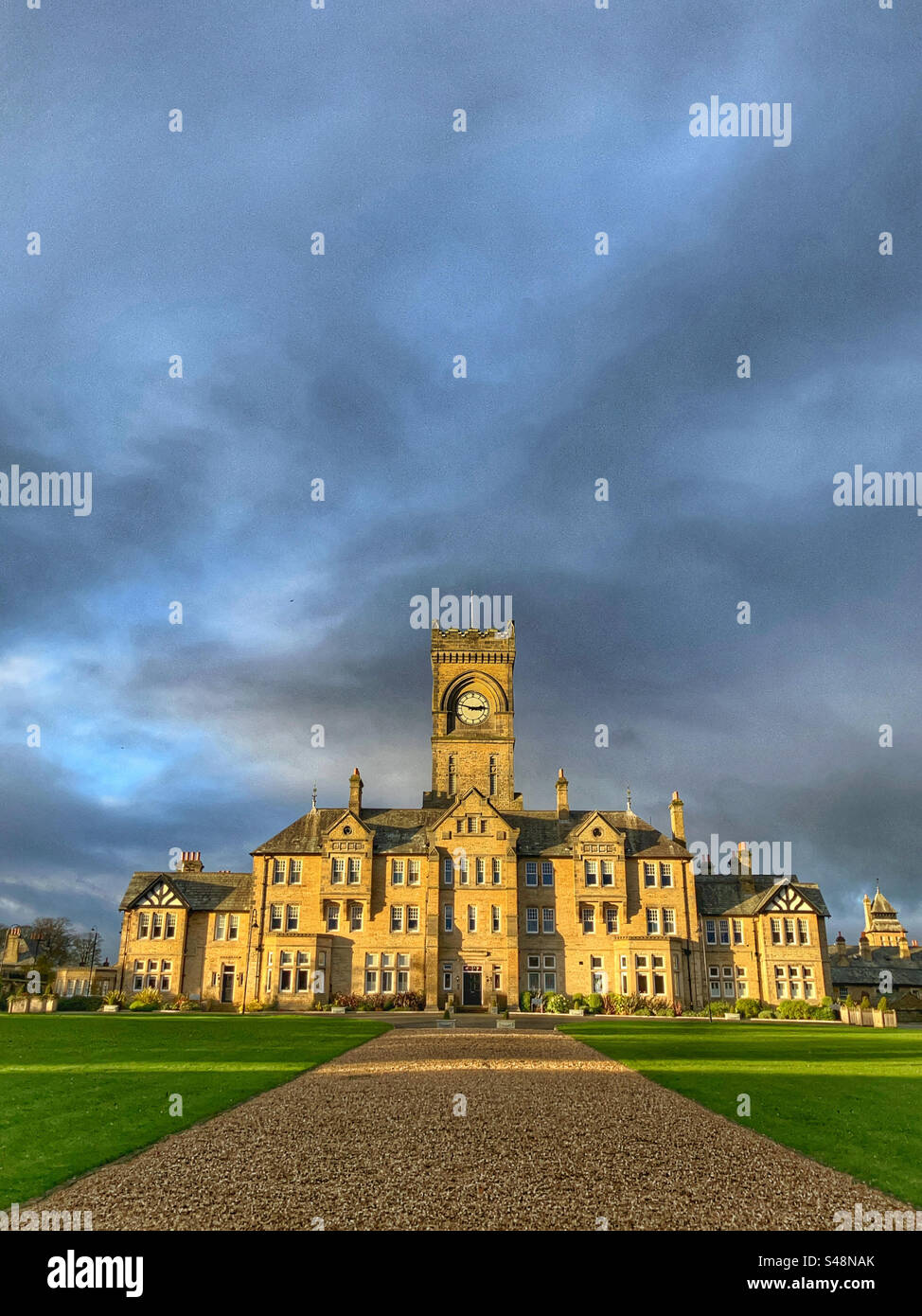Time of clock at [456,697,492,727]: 2:47
